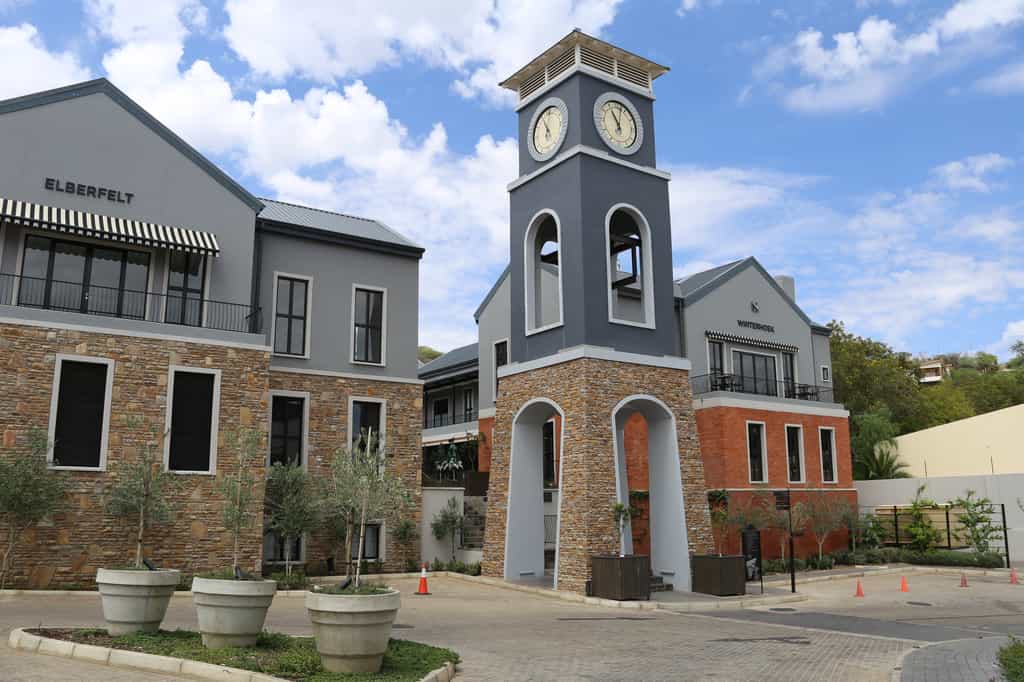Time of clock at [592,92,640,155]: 11:02
